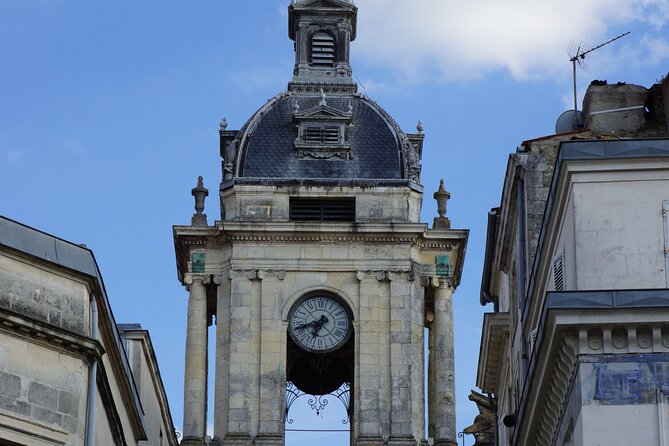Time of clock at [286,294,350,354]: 6:41
